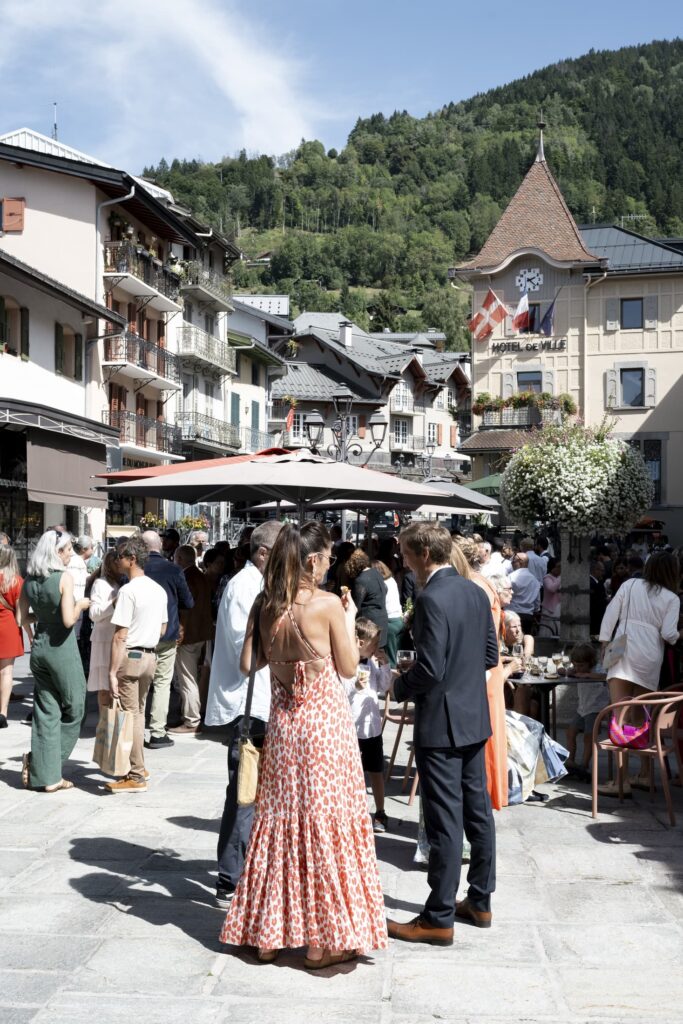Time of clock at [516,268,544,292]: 2:22
